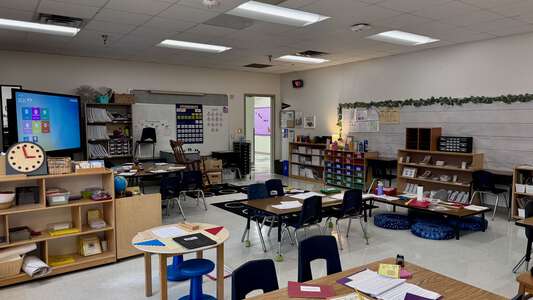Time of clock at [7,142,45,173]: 2:58
